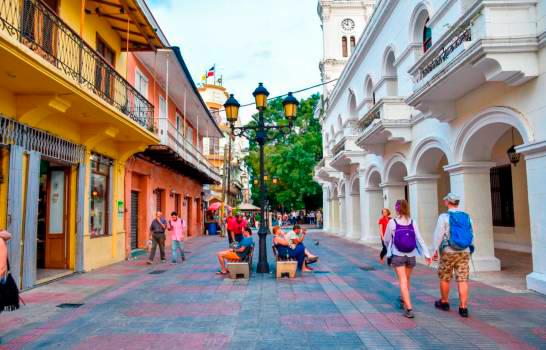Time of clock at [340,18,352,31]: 10:00
